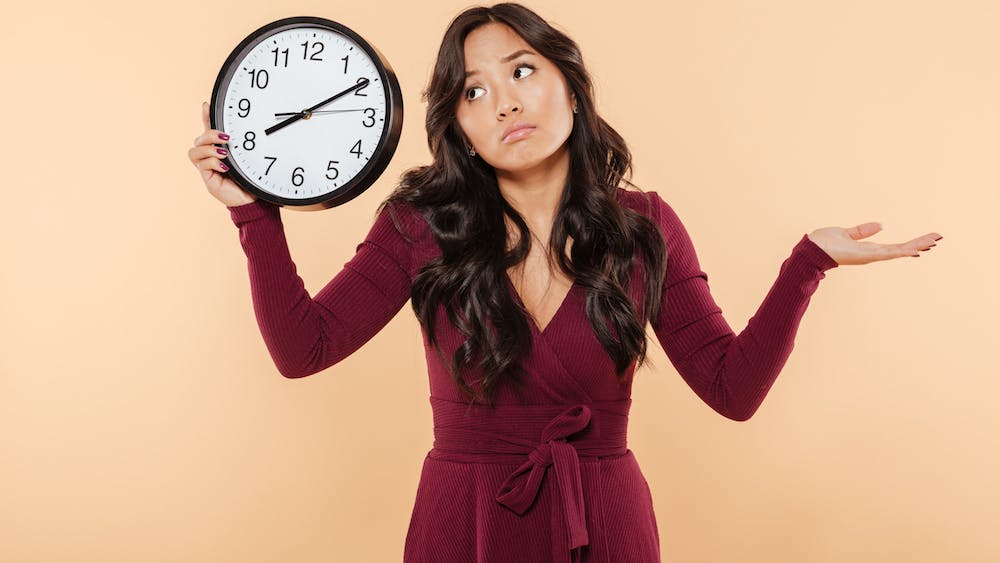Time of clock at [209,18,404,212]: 8:09
